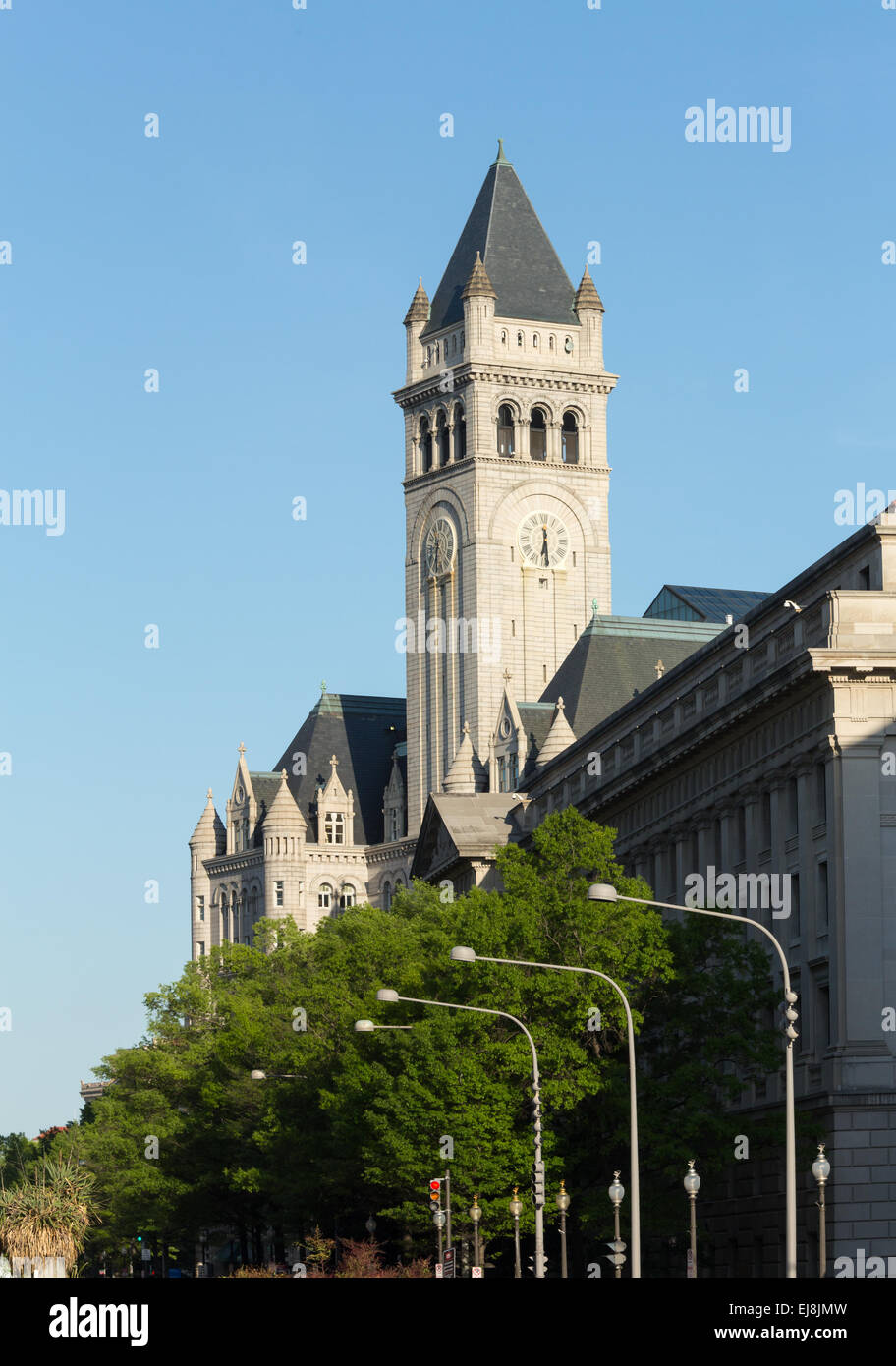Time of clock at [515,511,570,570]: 6:29
